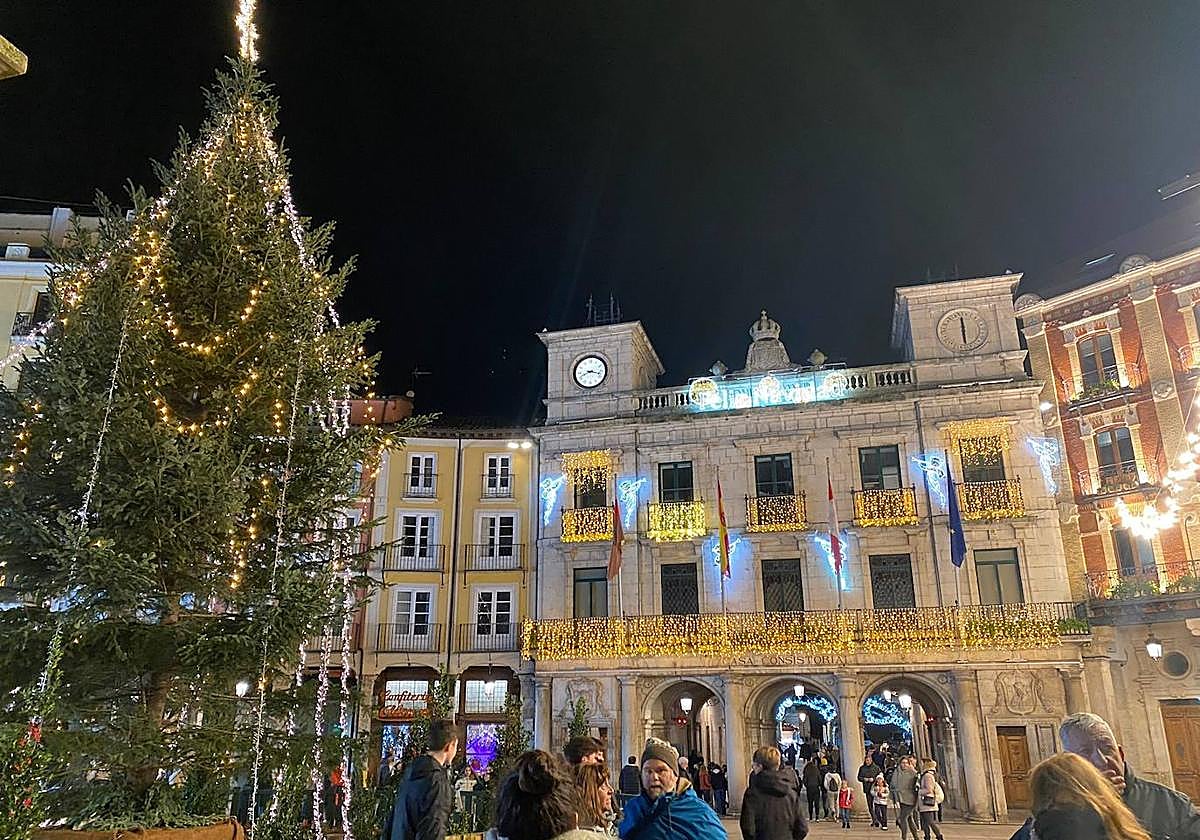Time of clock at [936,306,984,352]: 11:28
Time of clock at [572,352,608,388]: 8:17
